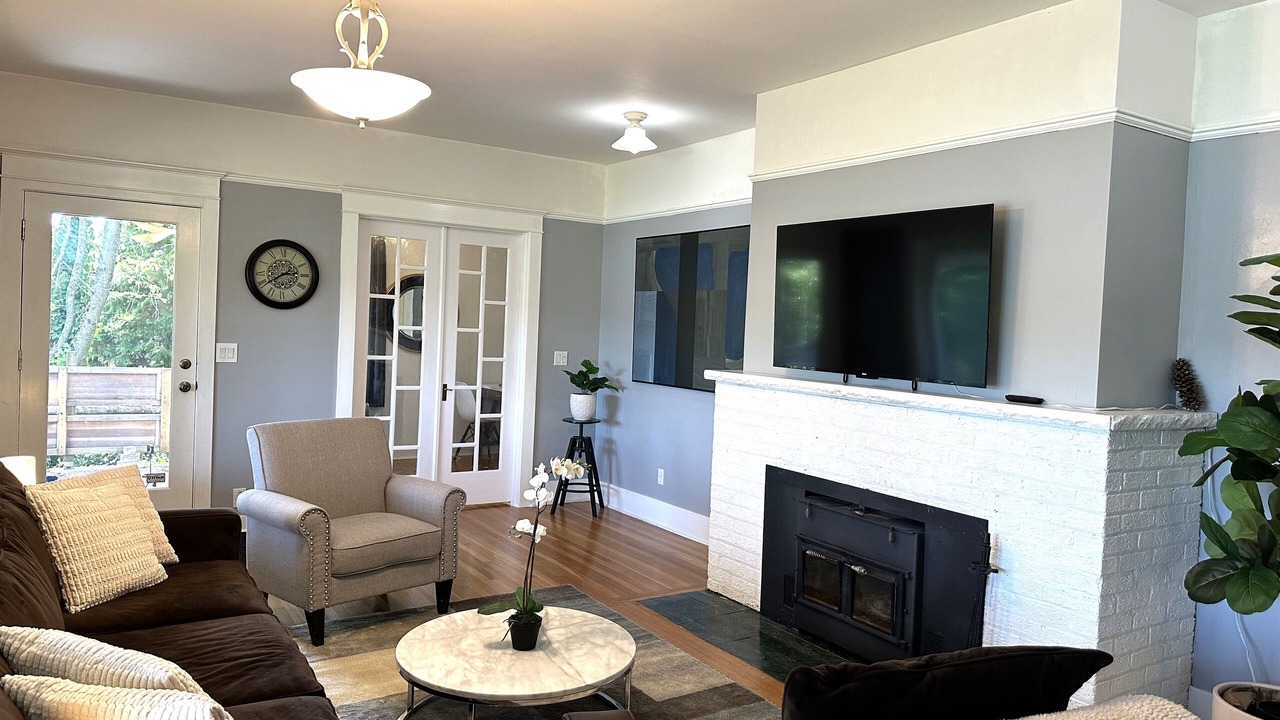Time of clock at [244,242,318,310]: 2:39
